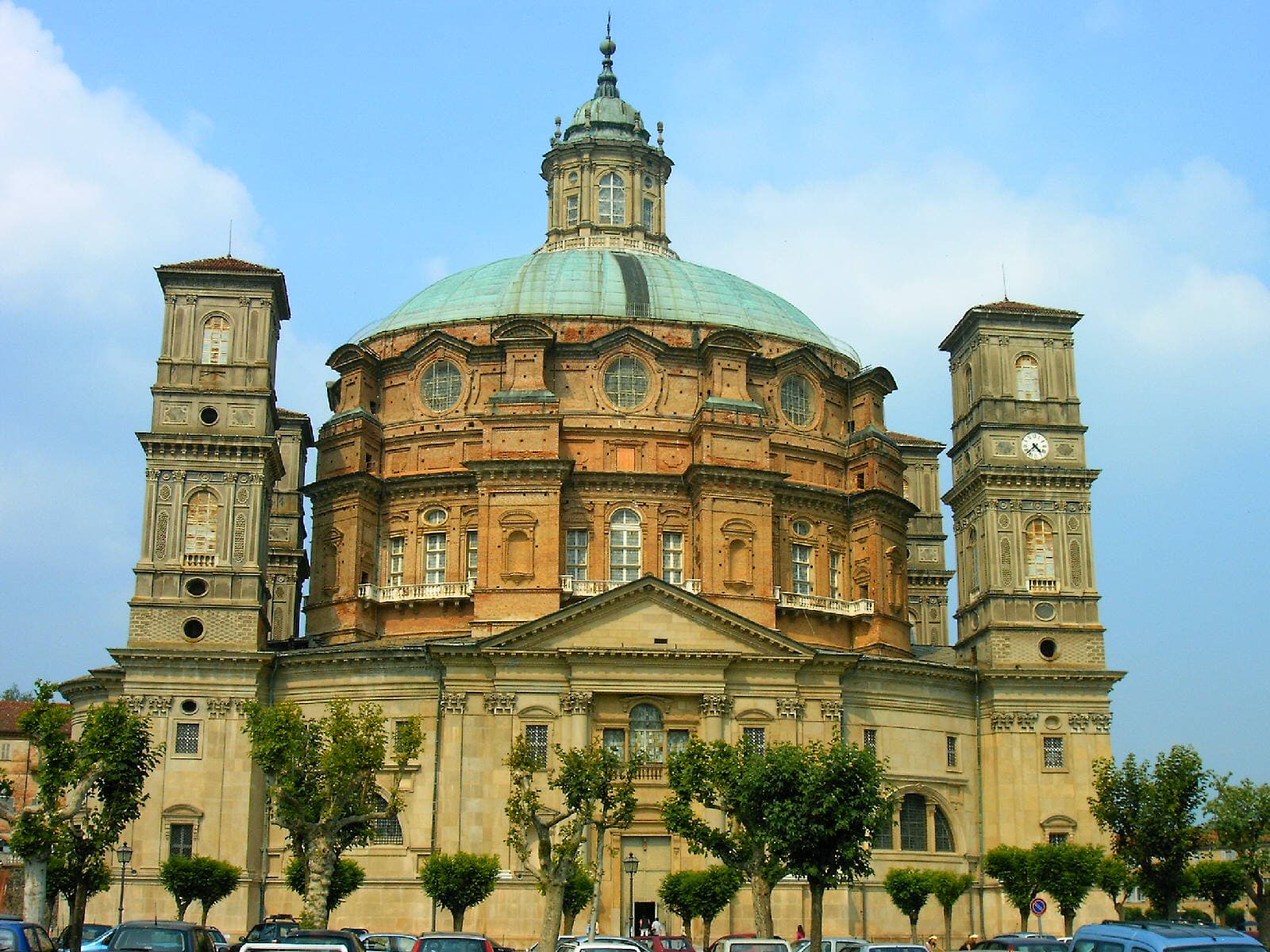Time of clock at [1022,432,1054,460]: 4:37
